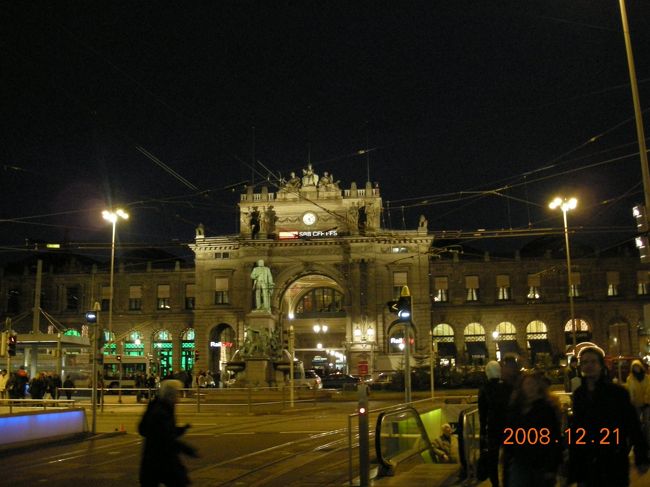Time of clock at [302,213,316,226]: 5:08
